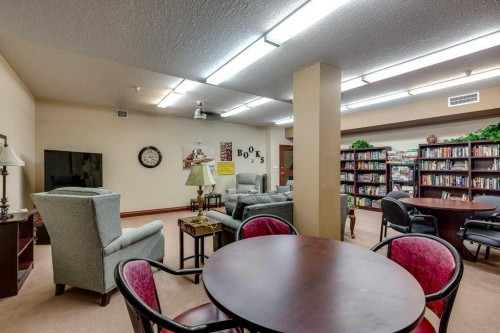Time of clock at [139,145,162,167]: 4:12
